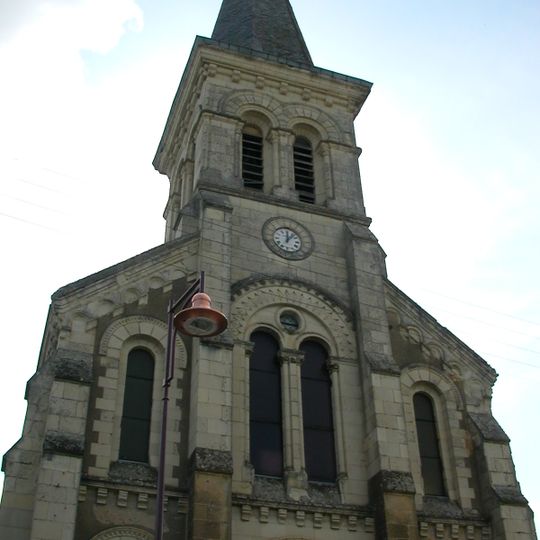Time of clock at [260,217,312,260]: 12:07
